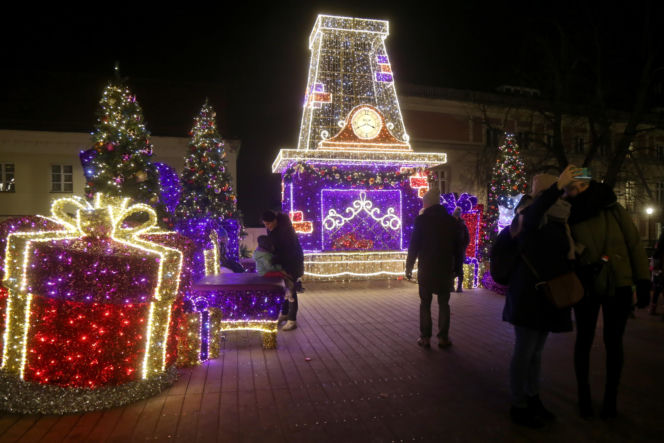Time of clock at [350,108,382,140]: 3:40
